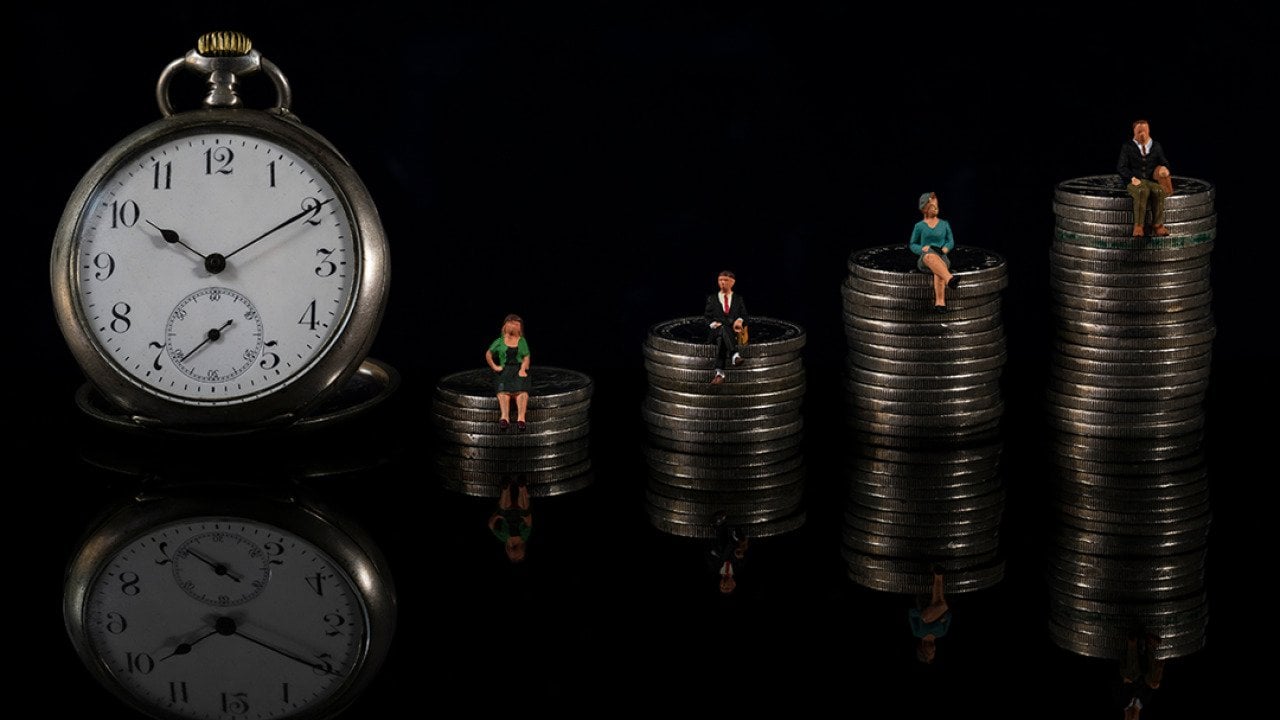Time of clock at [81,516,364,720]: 7:55
